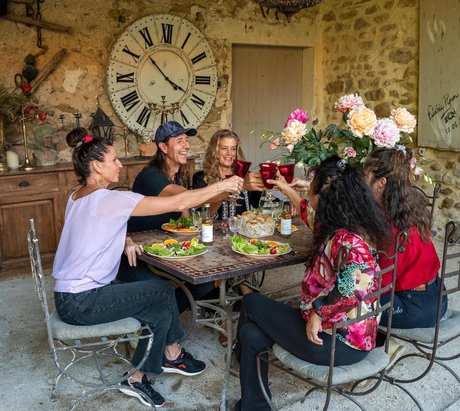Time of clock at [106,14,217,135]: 3:52
